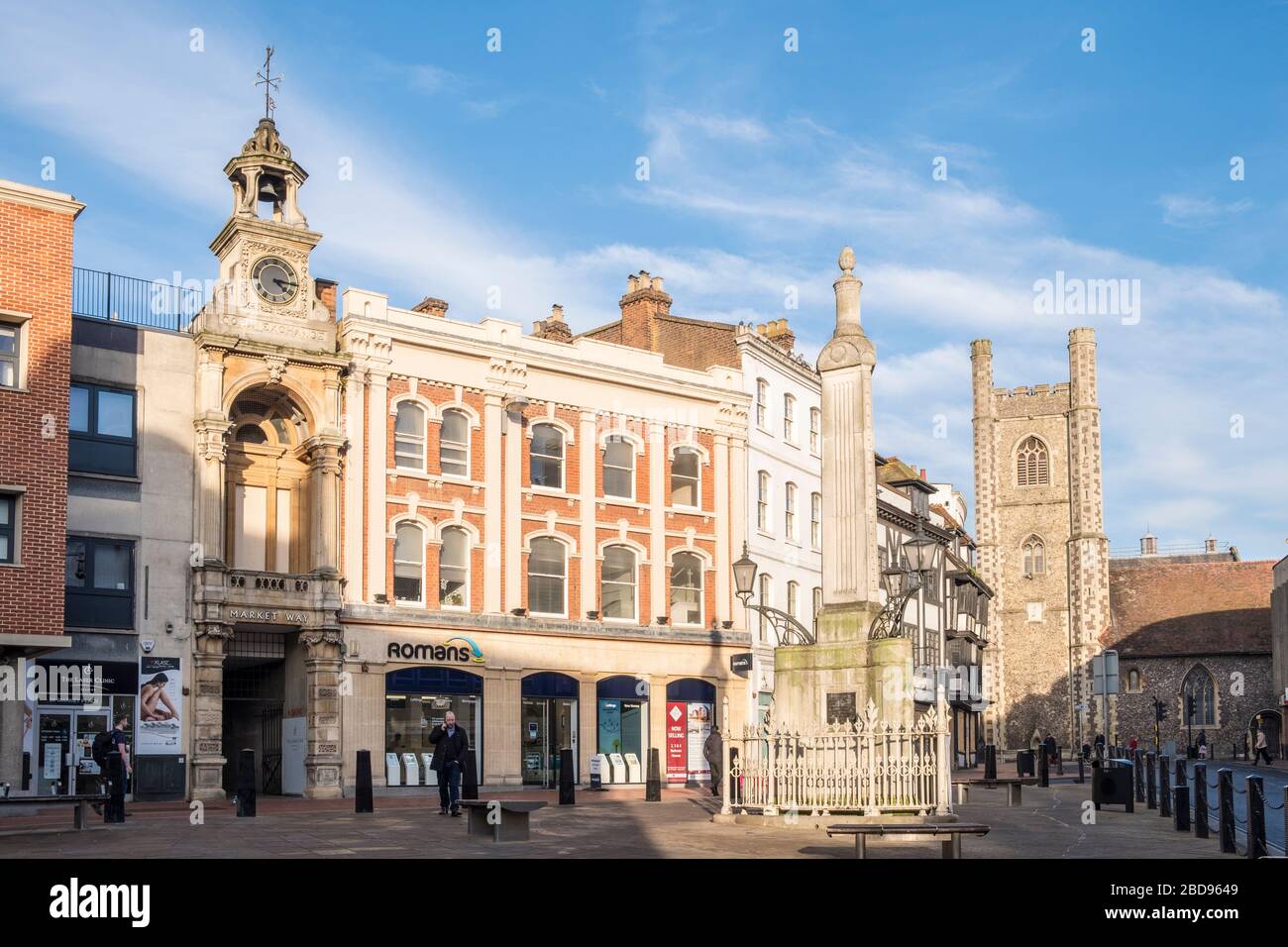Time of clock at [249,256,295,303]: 4:15
